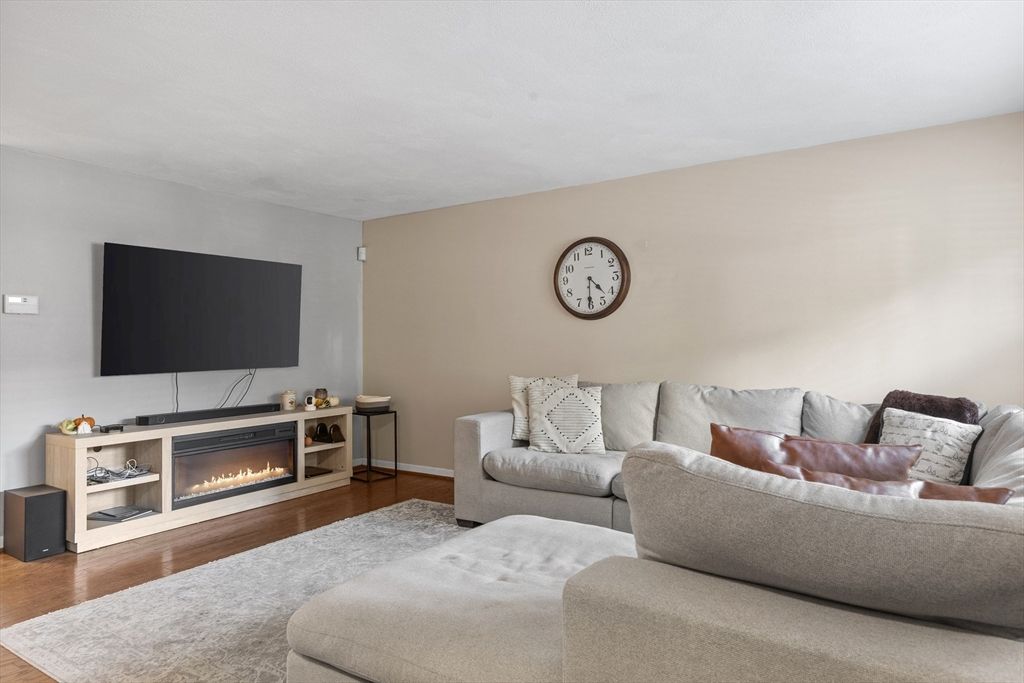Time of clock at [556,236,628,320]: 4:30
